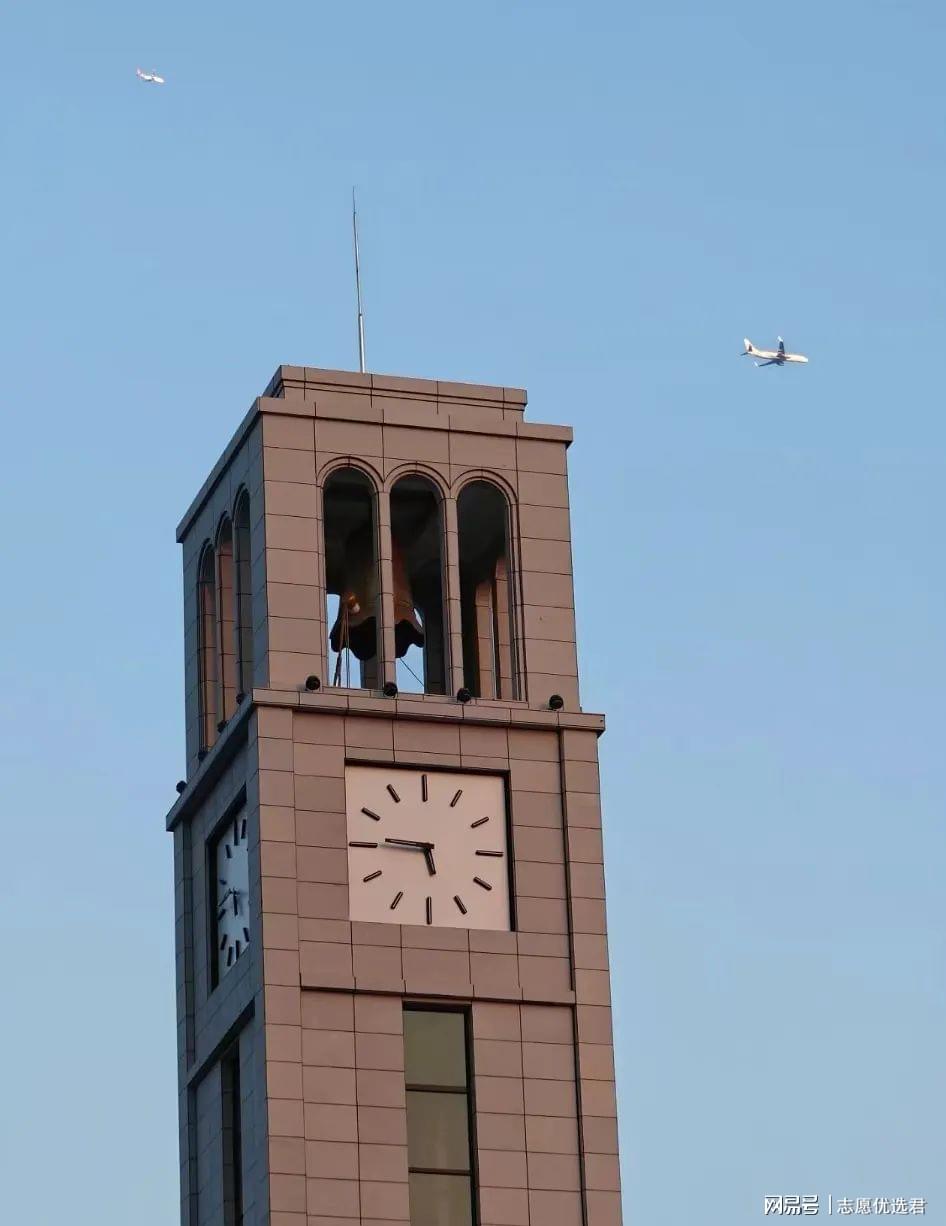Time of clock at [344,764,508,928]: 5:45
